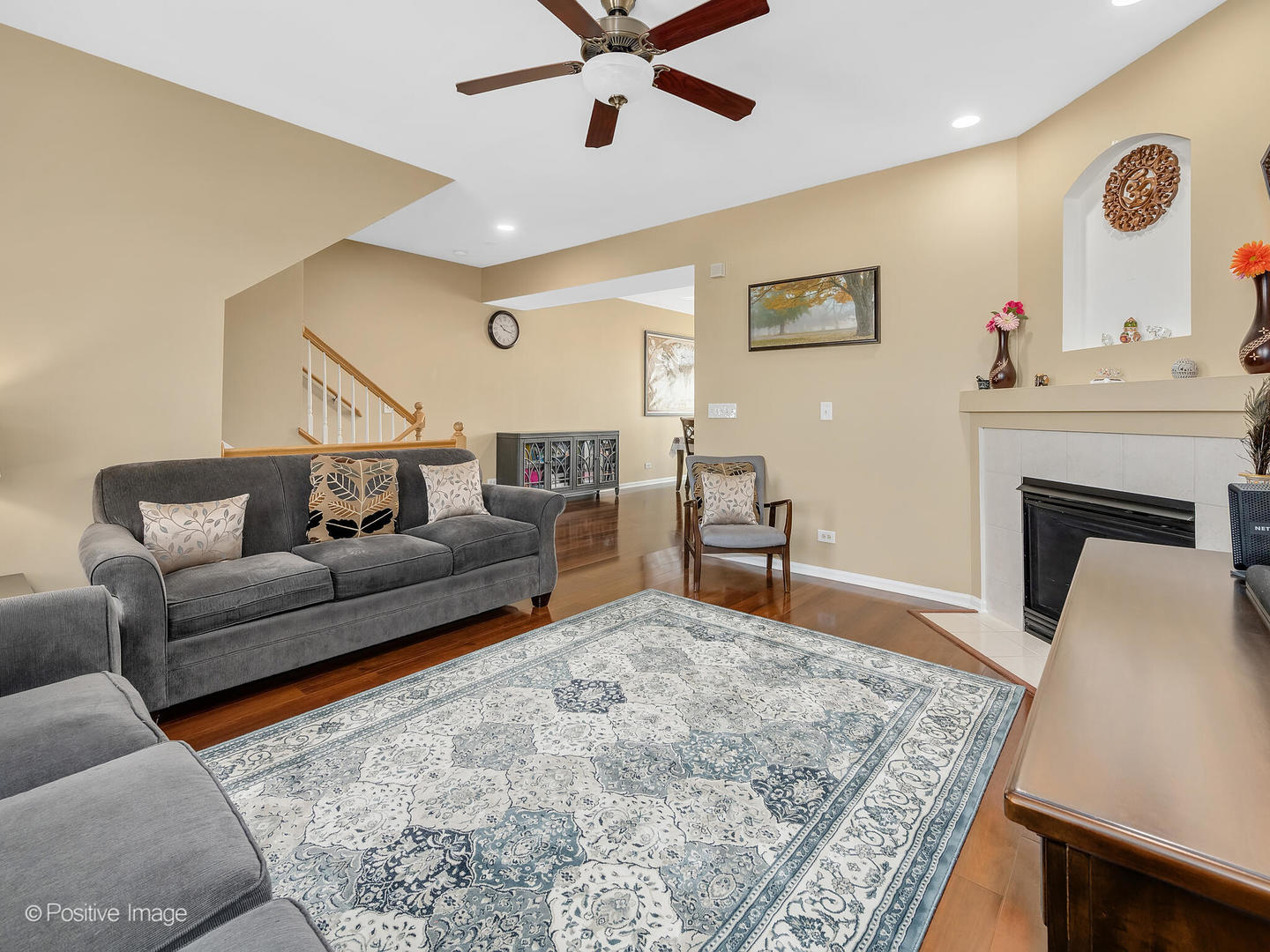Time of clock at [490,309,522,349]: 10:17
